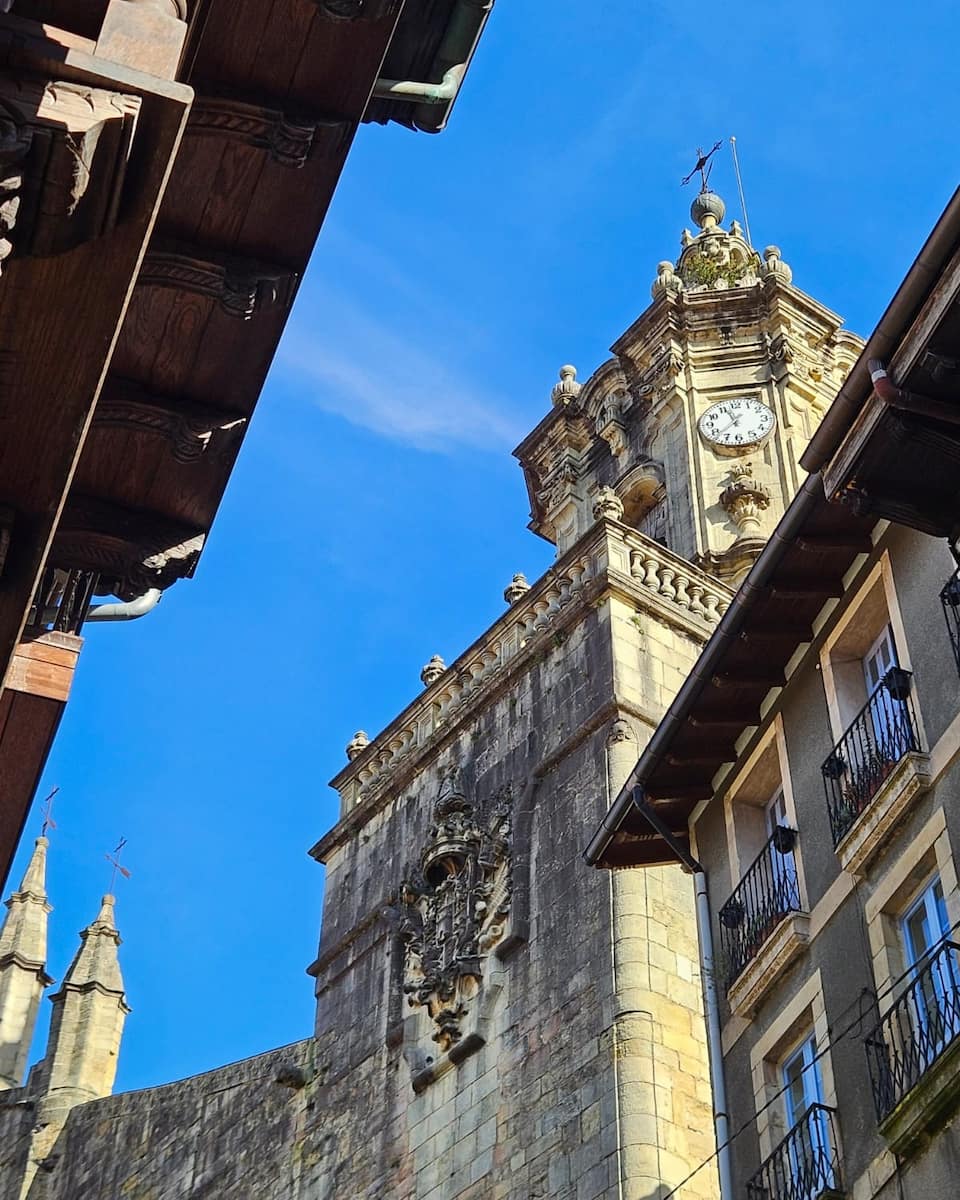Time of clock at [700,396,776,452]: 11:37
